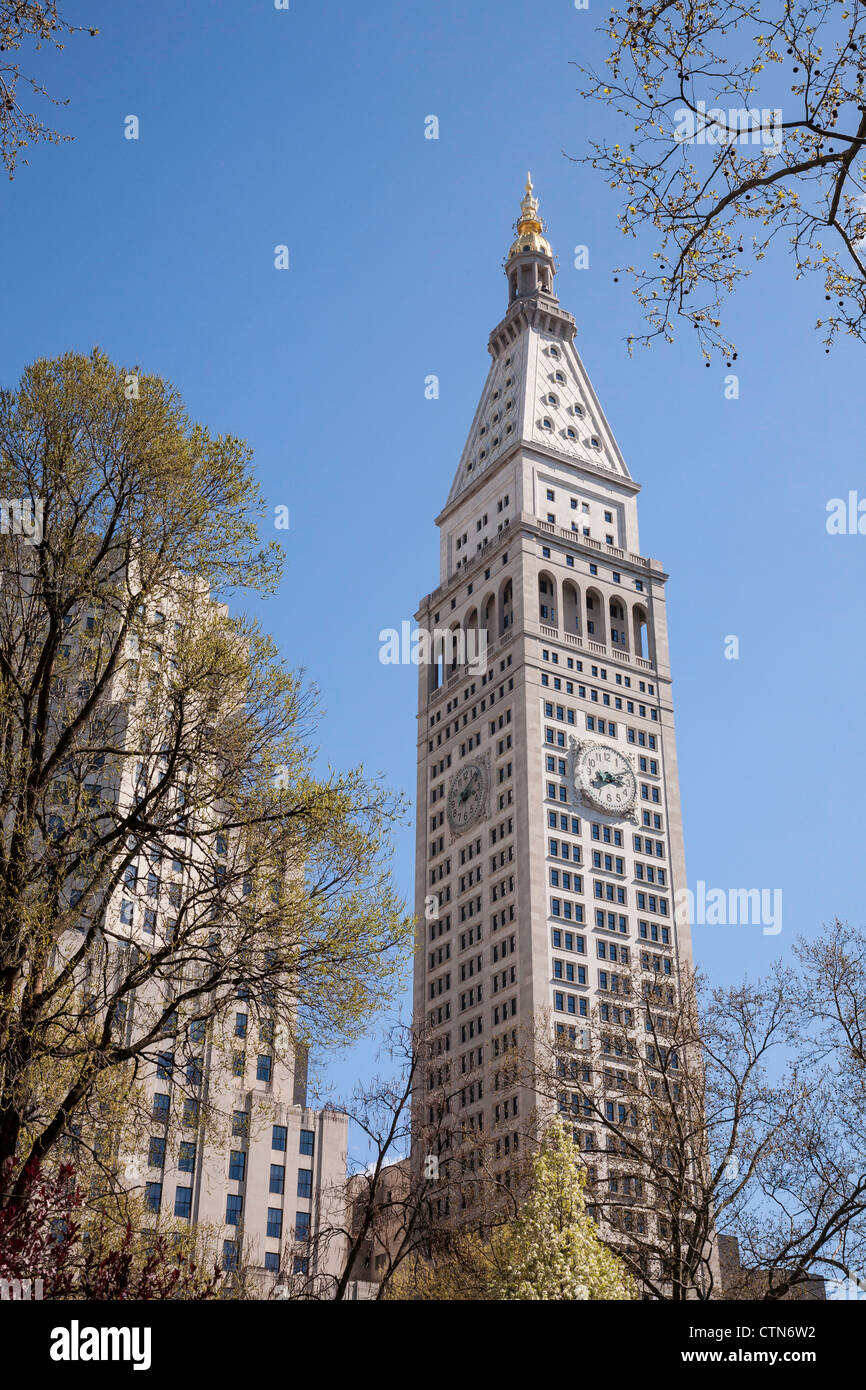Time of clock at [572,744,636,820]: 3:10
